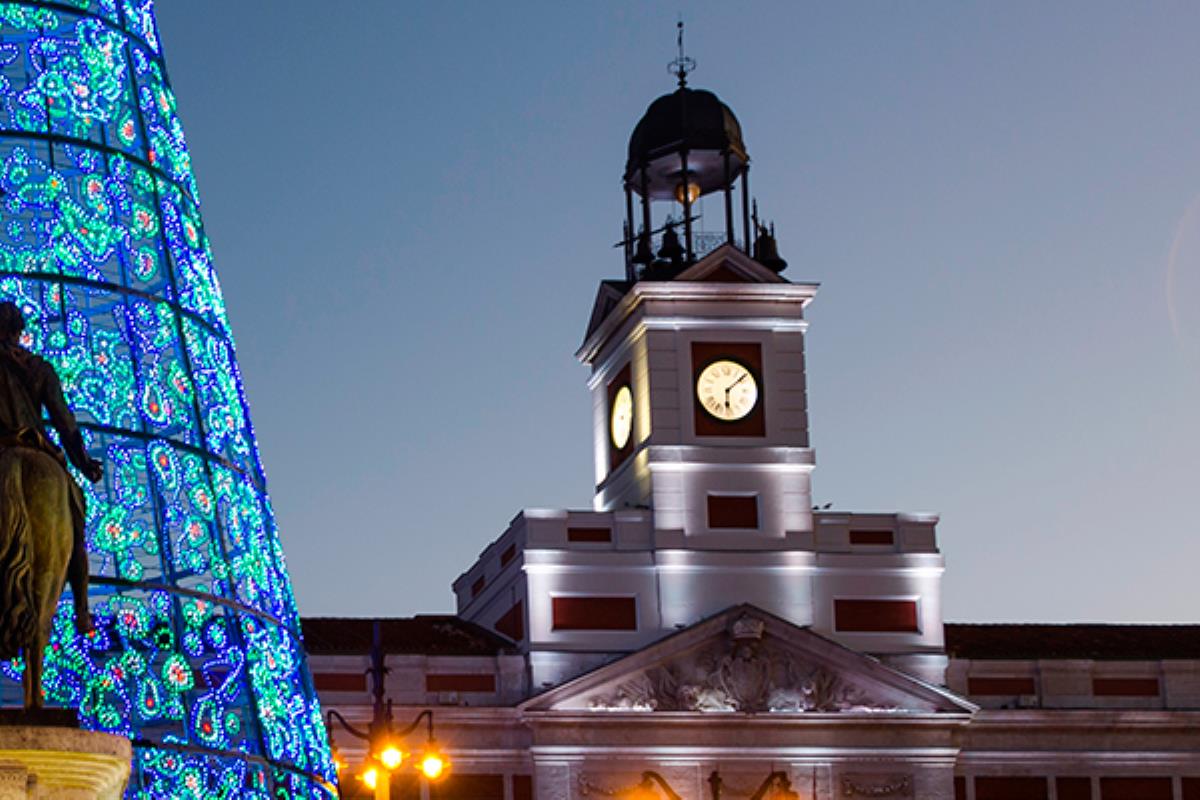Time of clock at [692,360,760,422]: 6:08
